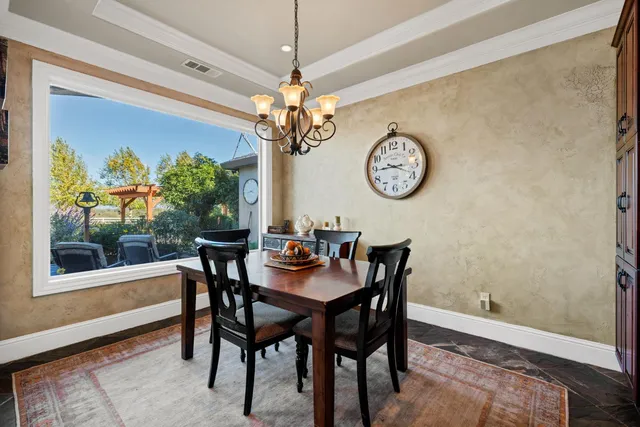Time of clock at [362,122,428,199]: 9:44
